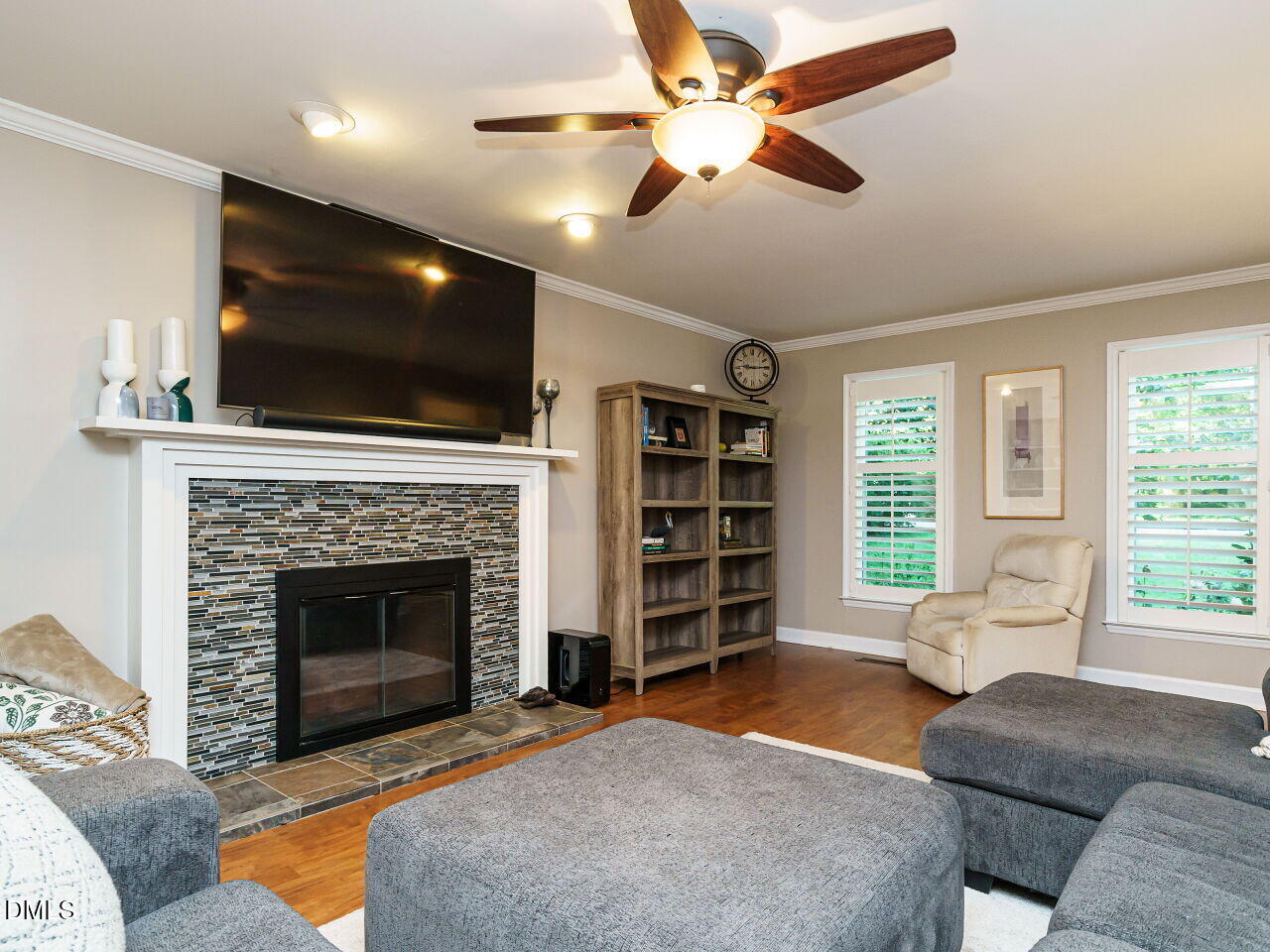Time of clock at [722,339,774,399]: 9:14
